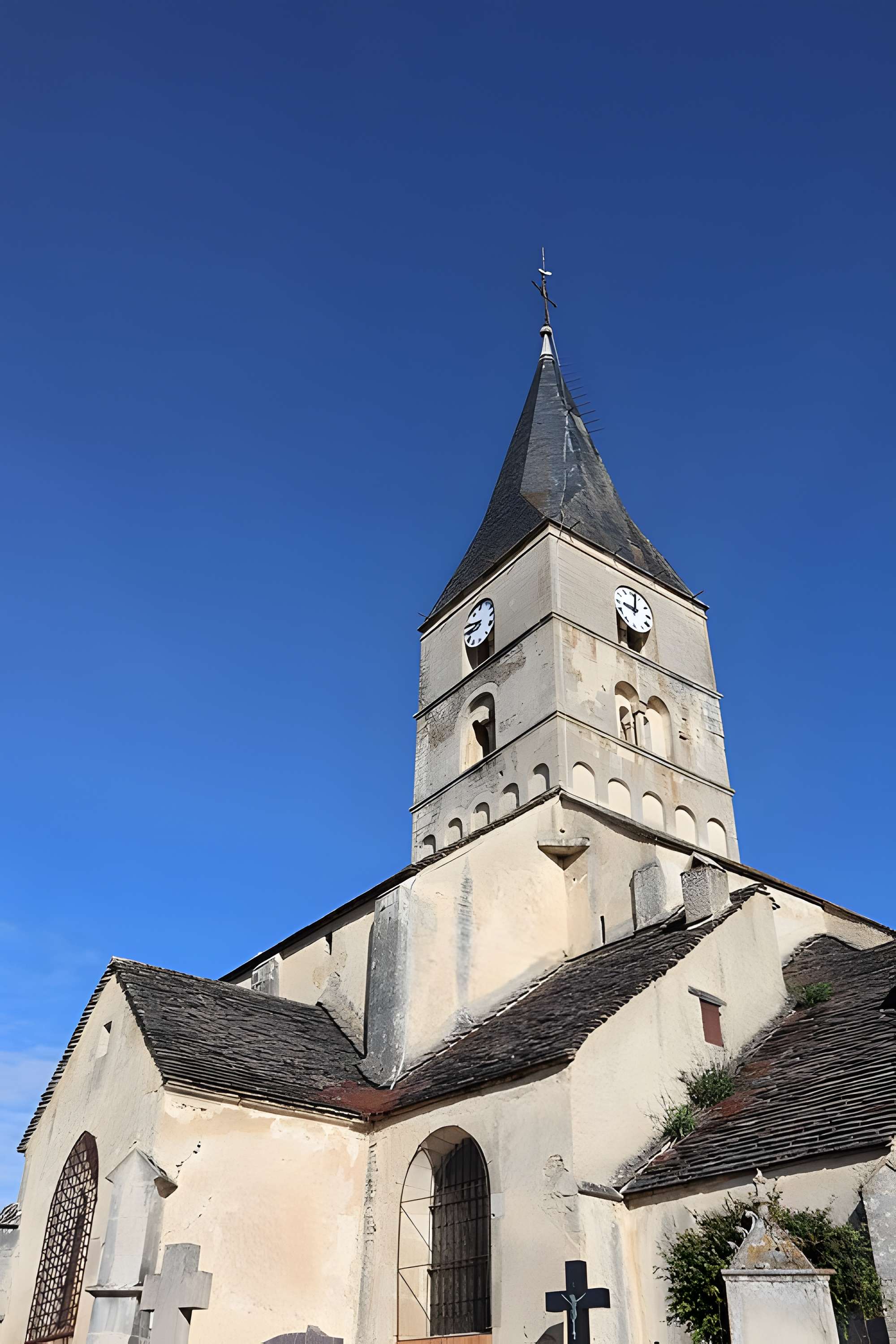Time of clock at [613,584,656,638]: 9:02
